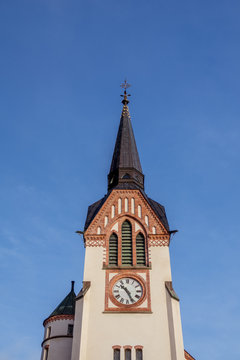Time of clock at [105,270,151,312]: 10:25
